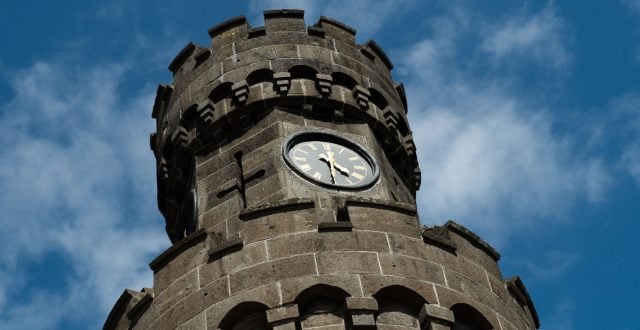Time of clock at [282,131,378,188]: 4:29
